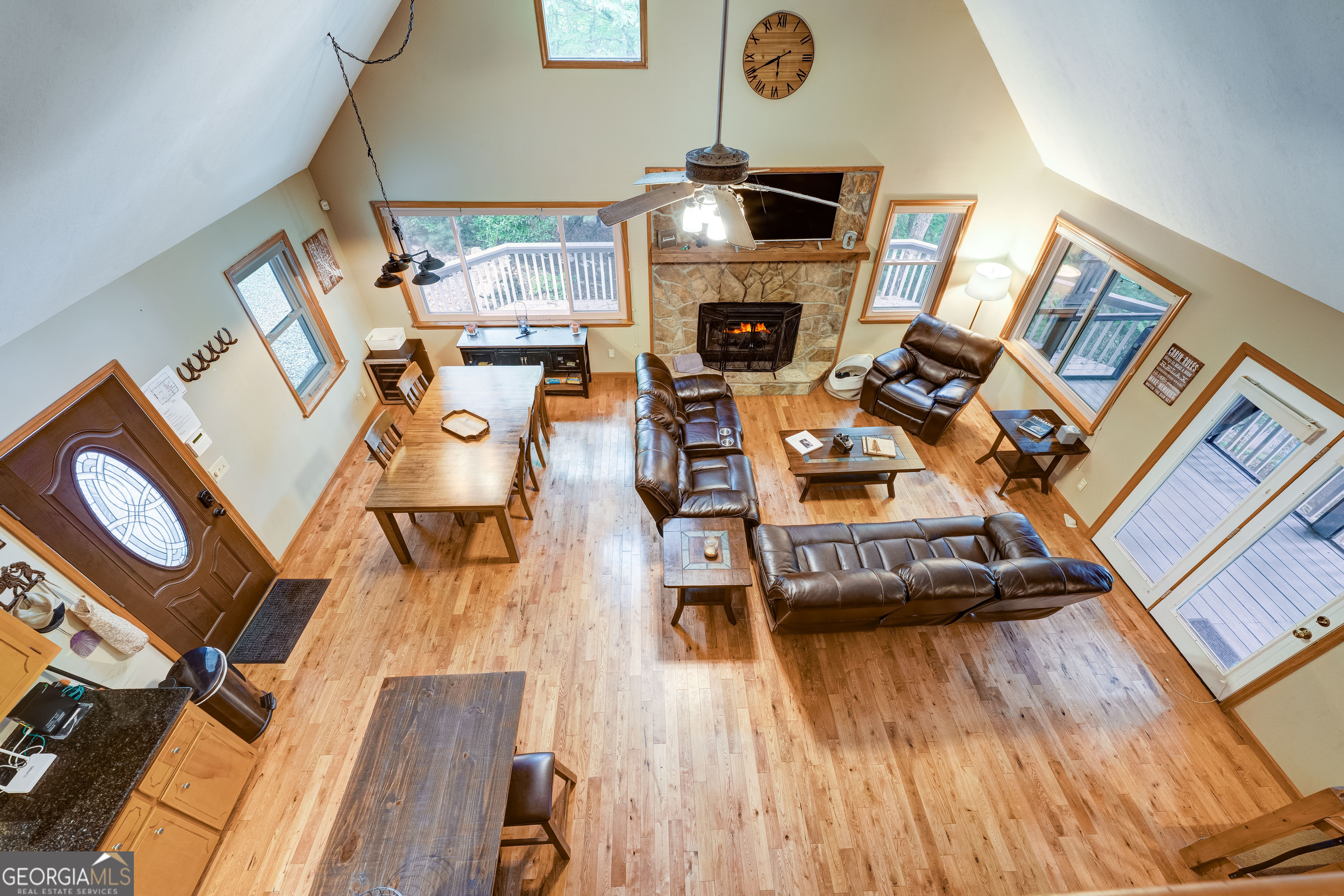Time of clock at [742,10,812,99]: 5:40
